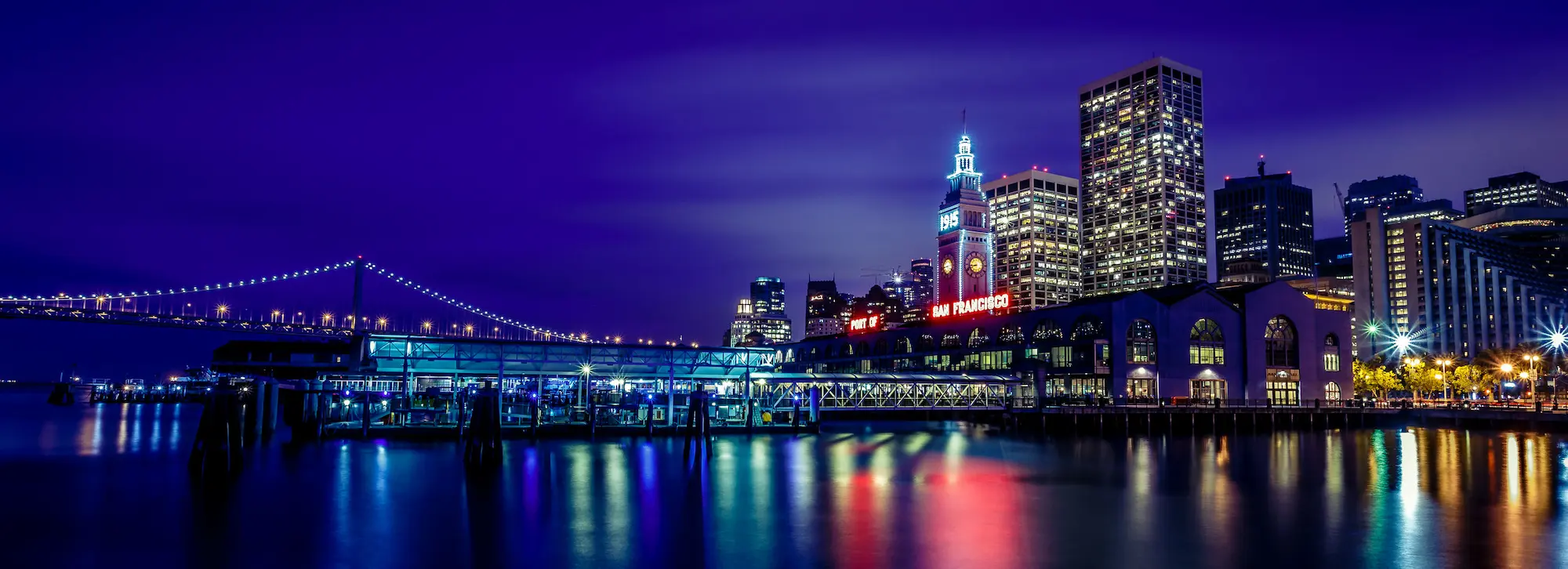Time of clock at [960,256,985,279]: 8:43
